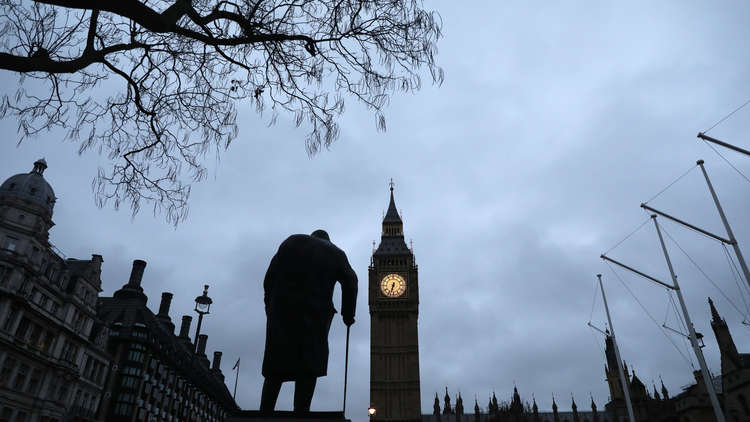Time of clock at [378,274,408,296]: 6:32
